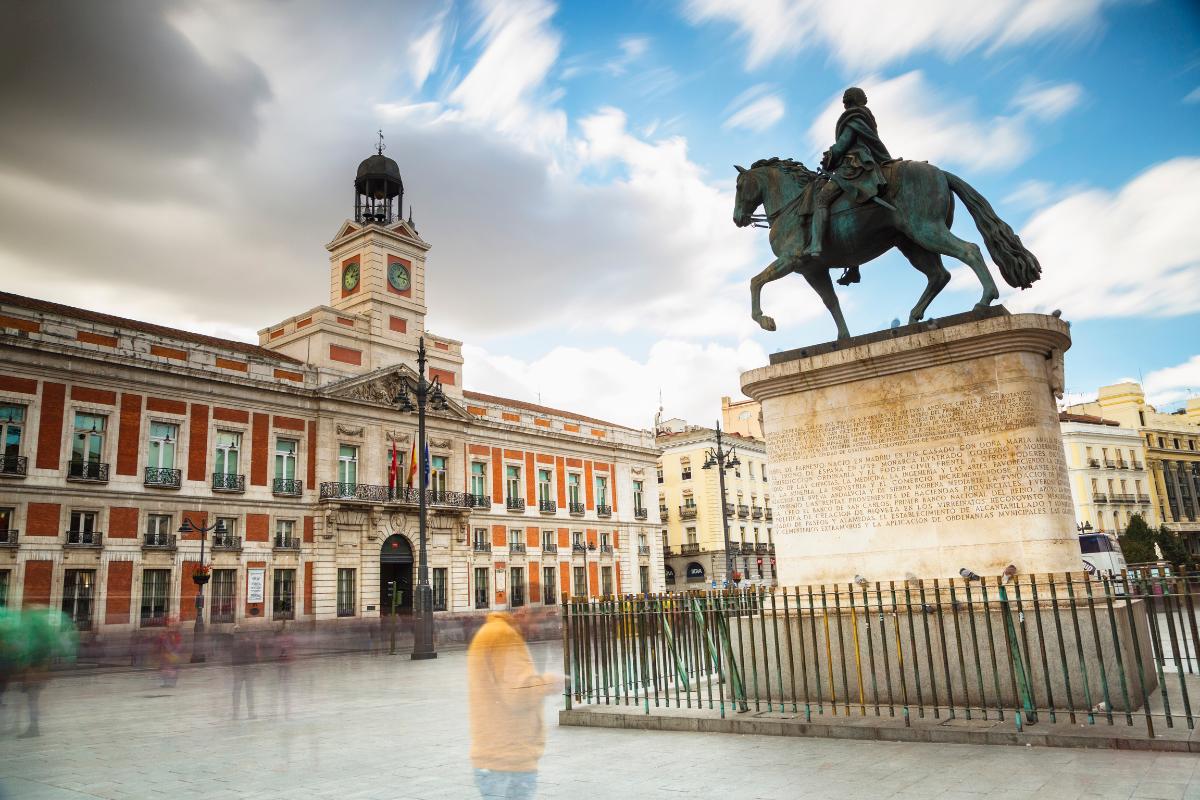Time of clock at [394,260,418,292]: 1:16
